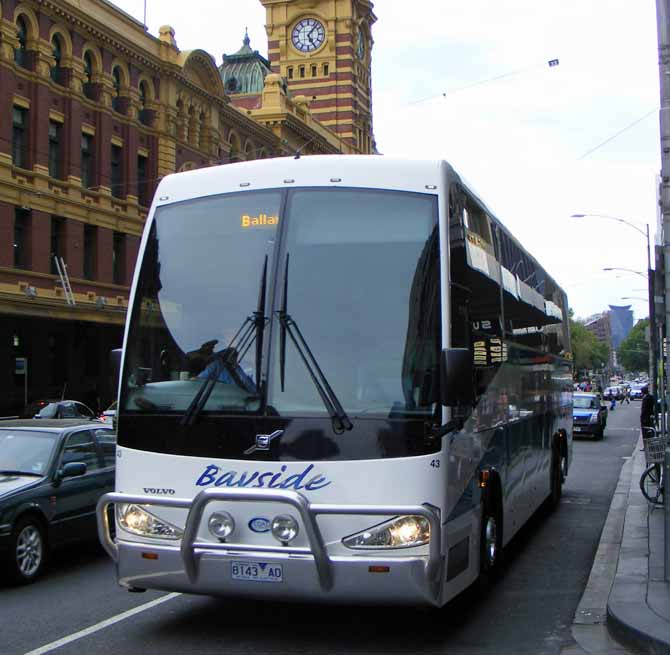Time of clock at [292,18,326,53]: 5:06
